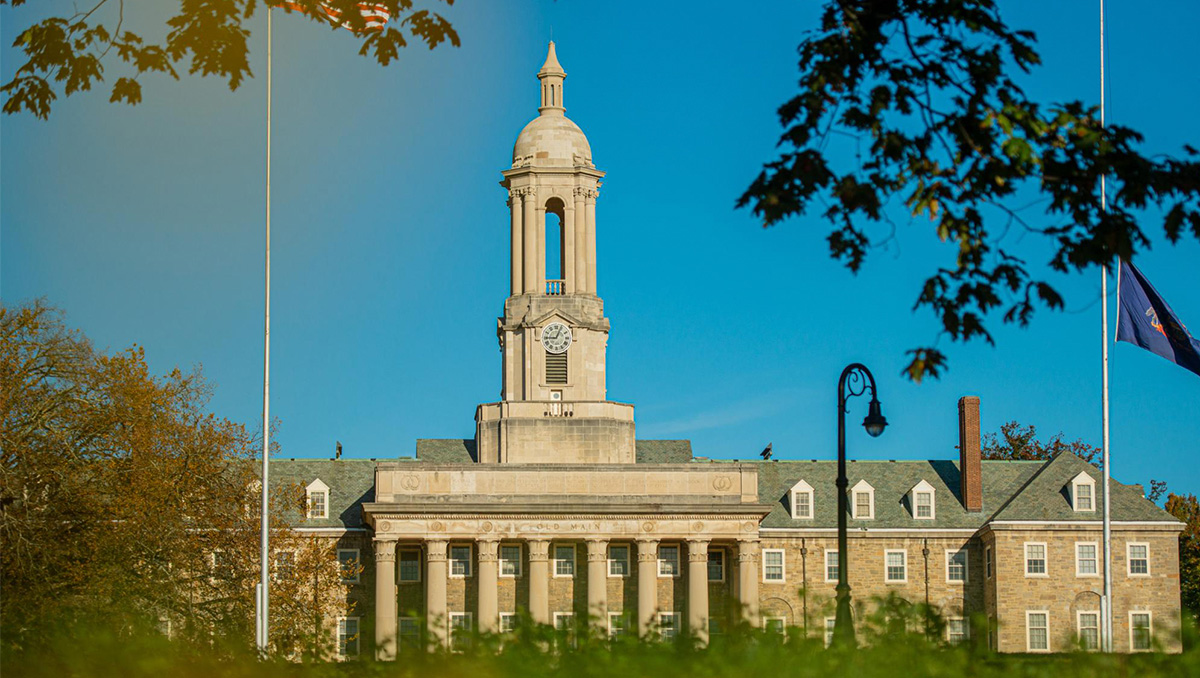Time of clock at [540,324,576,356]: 9:03
